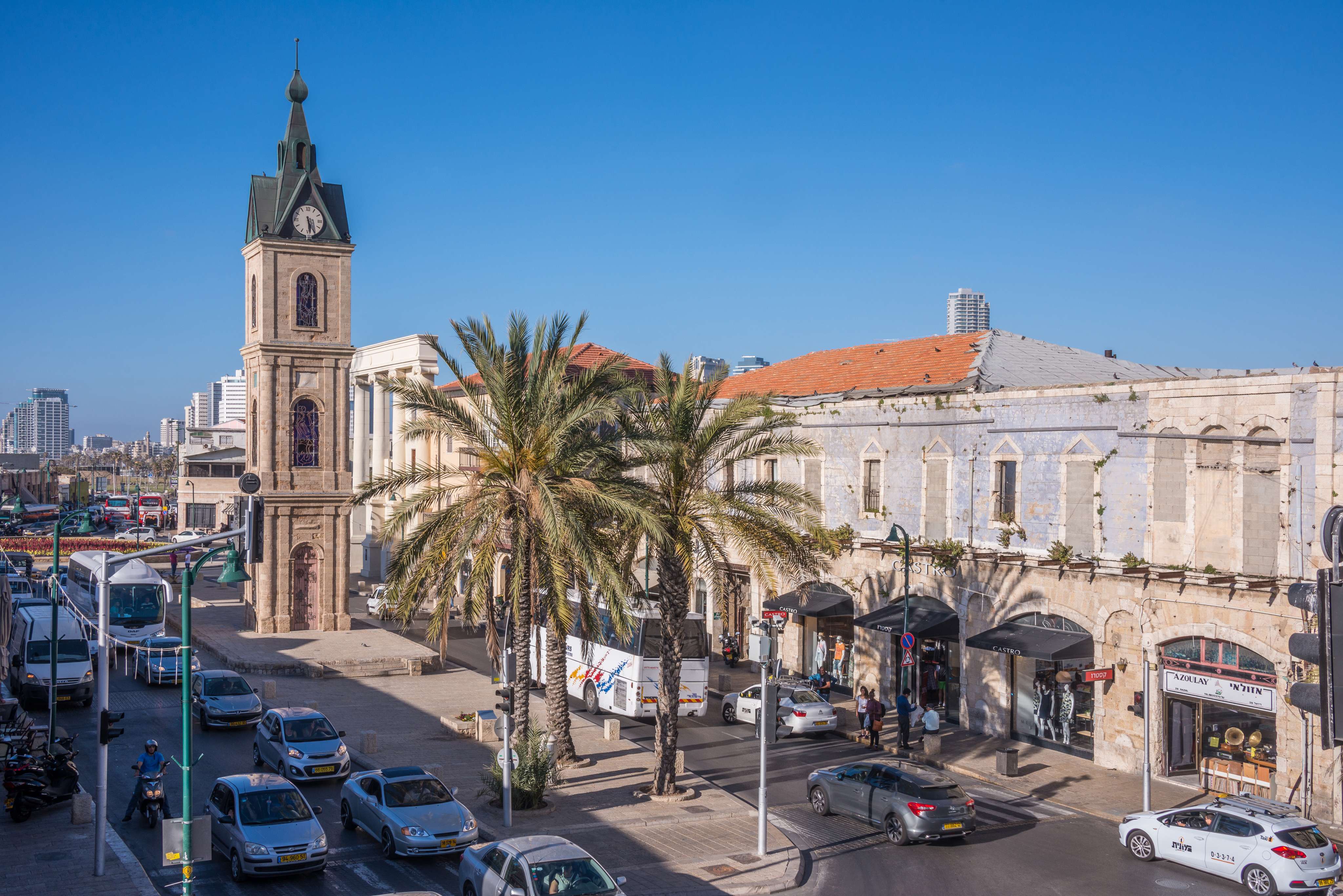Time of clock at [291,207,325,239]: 5:28
